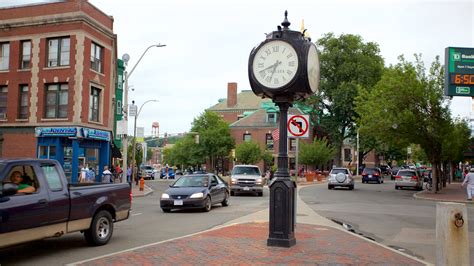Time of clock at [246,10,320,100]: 6:41
